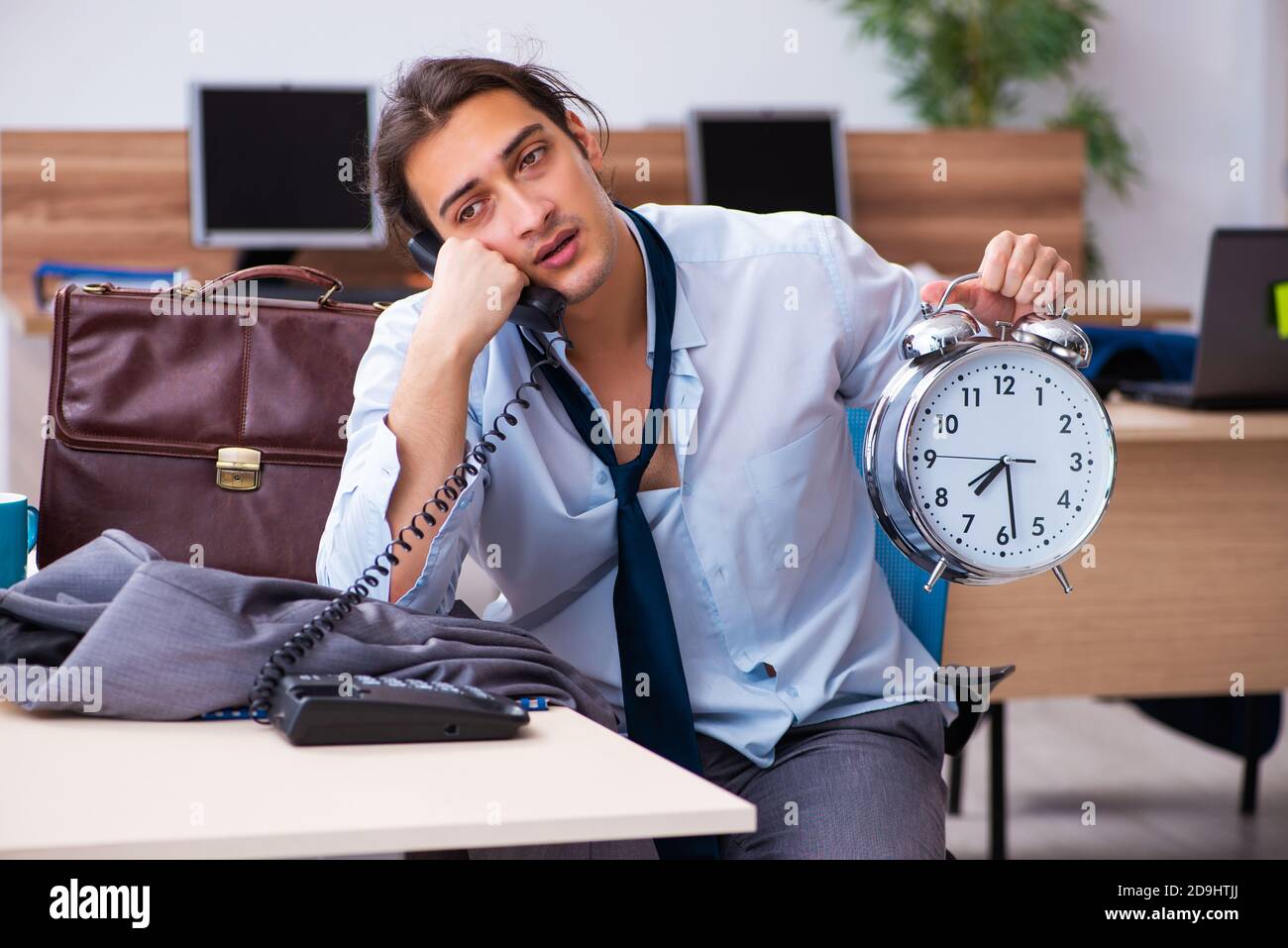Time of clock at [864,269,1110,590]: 7:28
